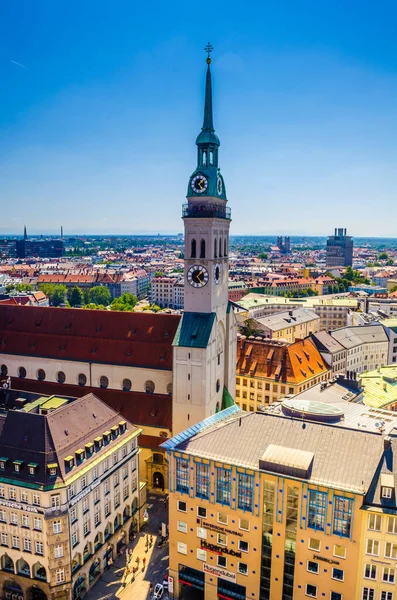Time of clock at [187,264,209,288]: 1:24
